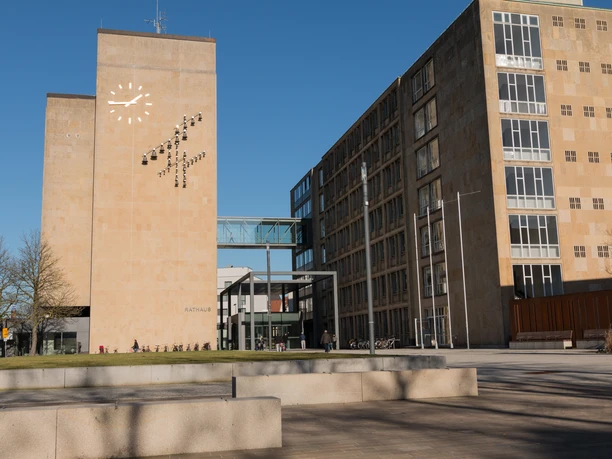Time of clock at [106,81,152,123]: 1:44
